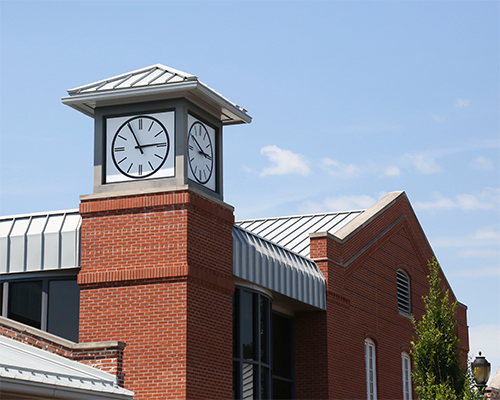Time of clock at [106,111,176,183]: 2:55
